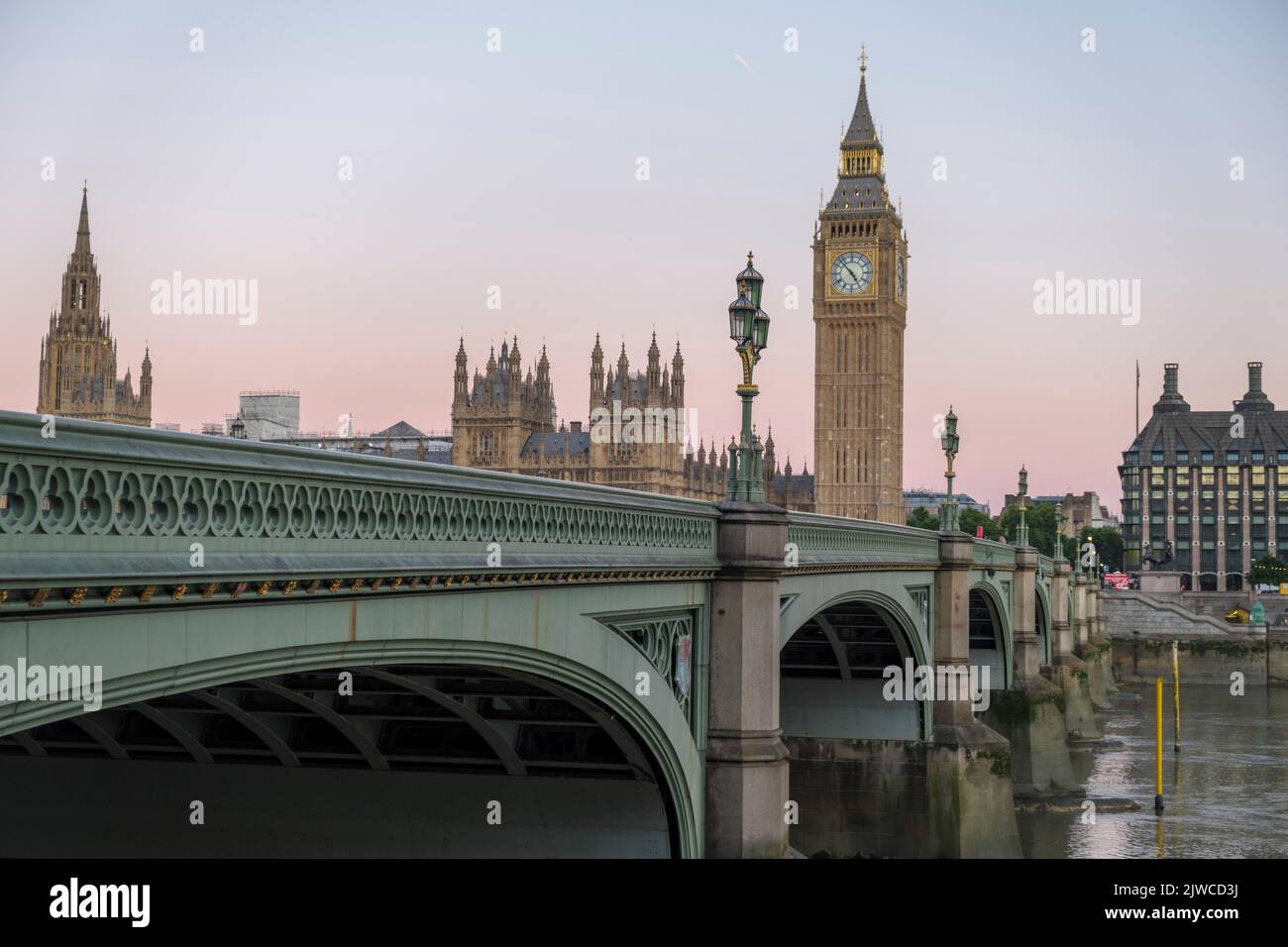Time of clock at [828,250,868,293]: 4:52
